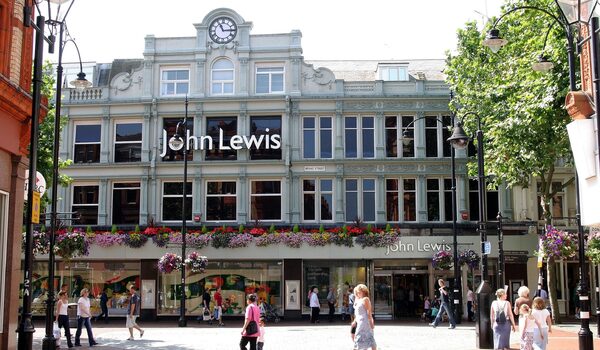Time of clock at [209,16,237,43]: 11:14
